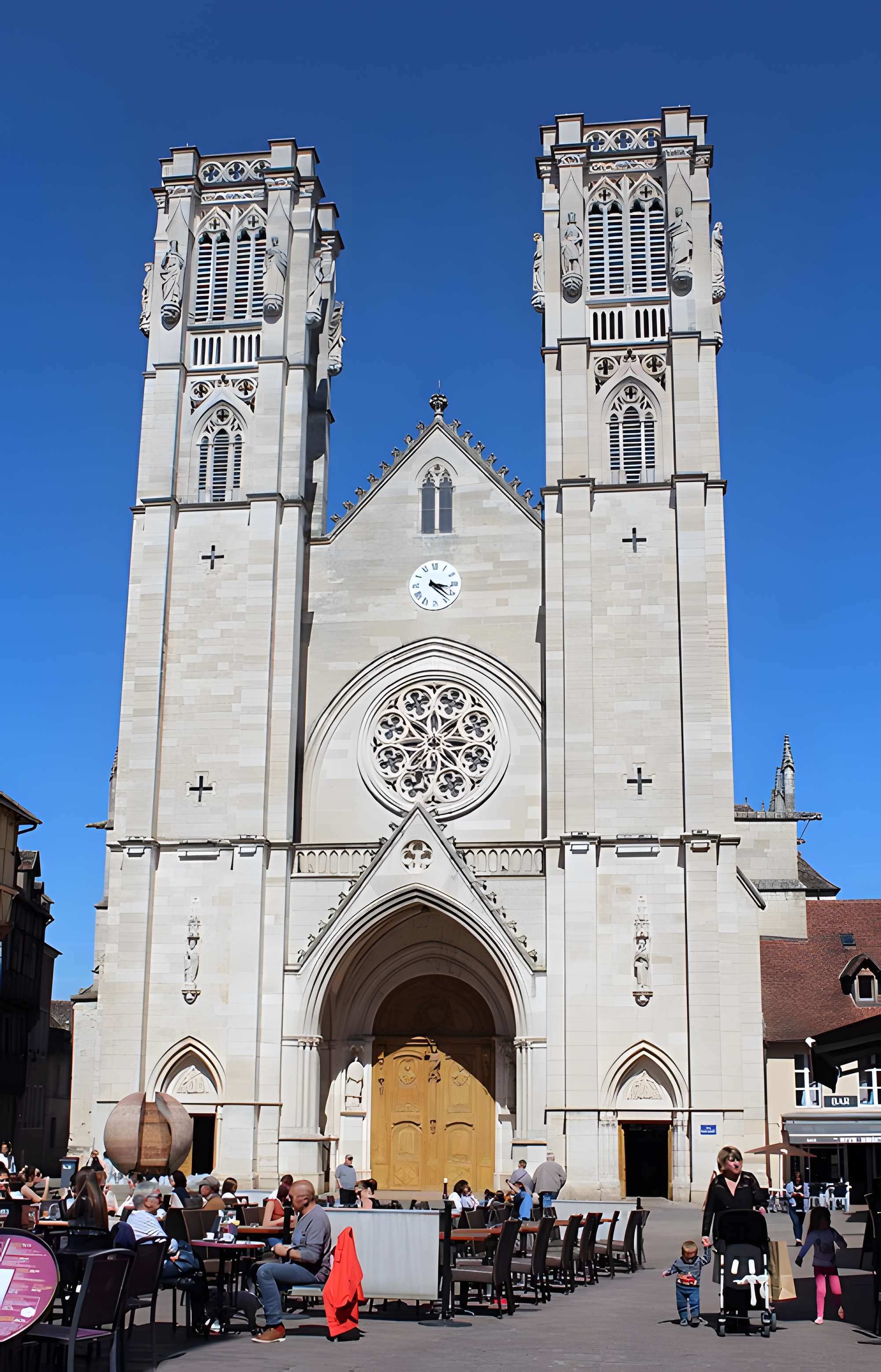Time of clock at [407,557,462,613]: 3:22
